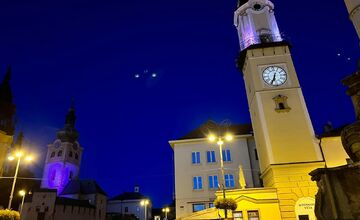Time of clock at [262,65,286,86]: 6:34
